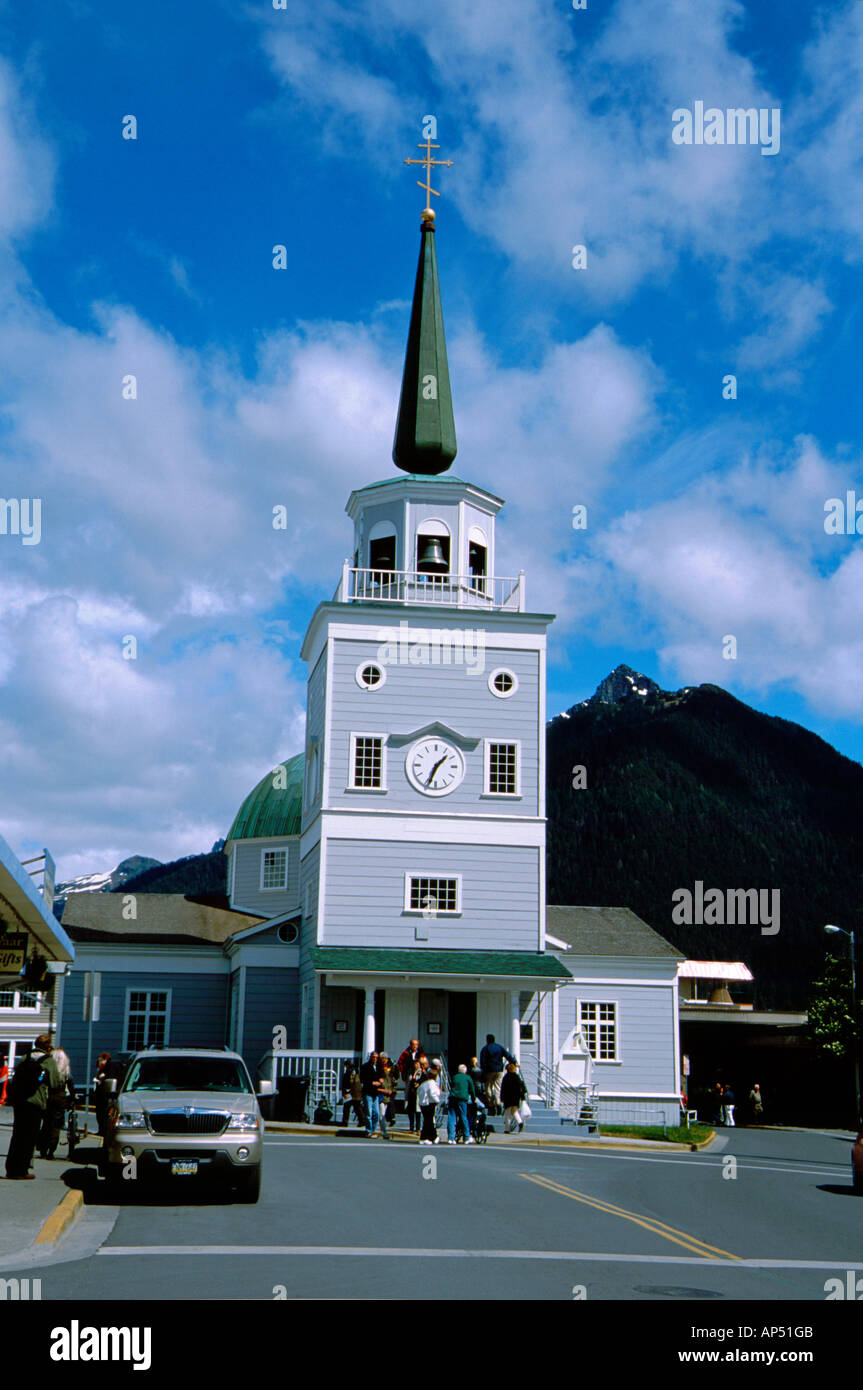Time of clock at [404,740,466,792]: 1:33
